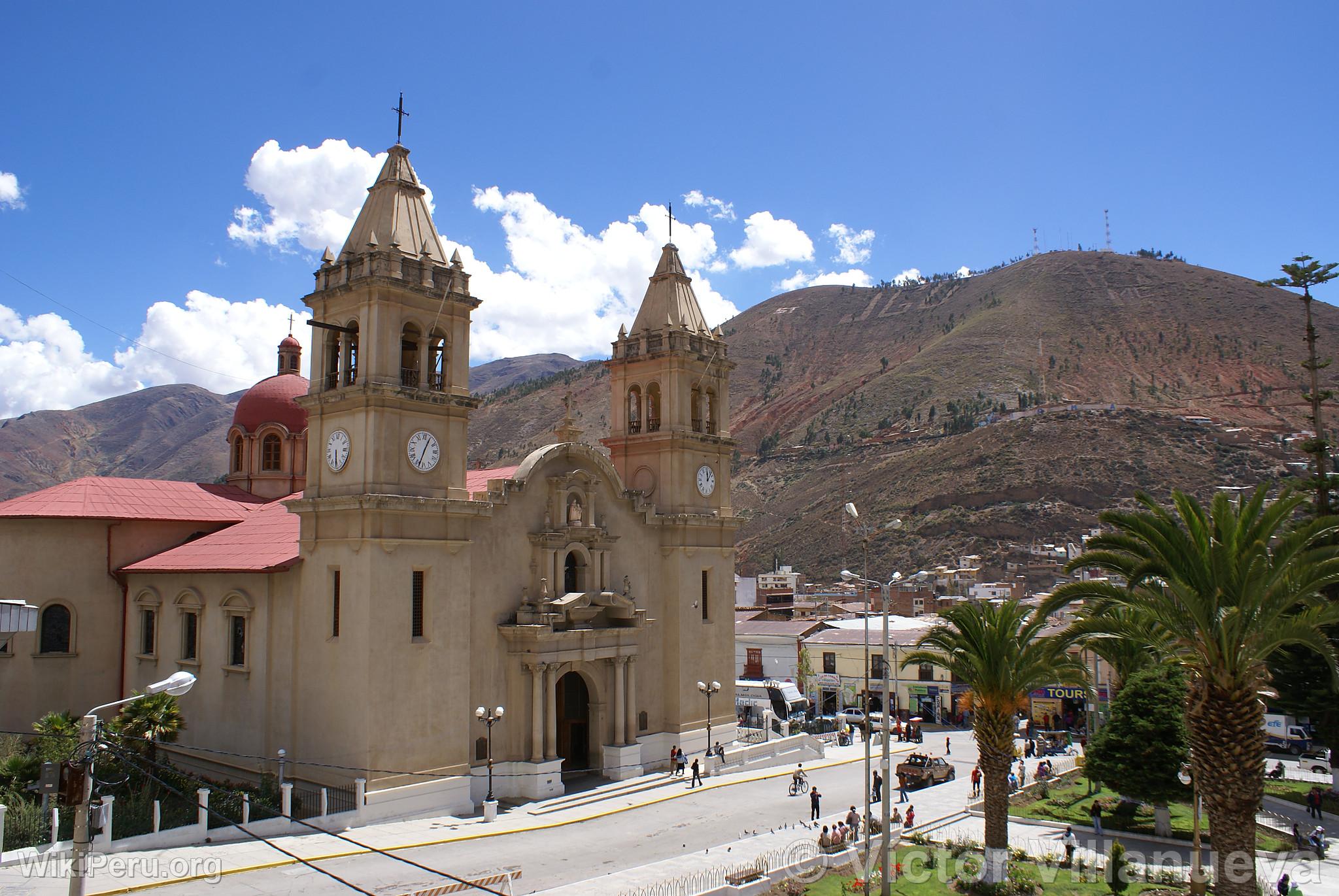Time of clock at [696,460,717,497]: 12:07
